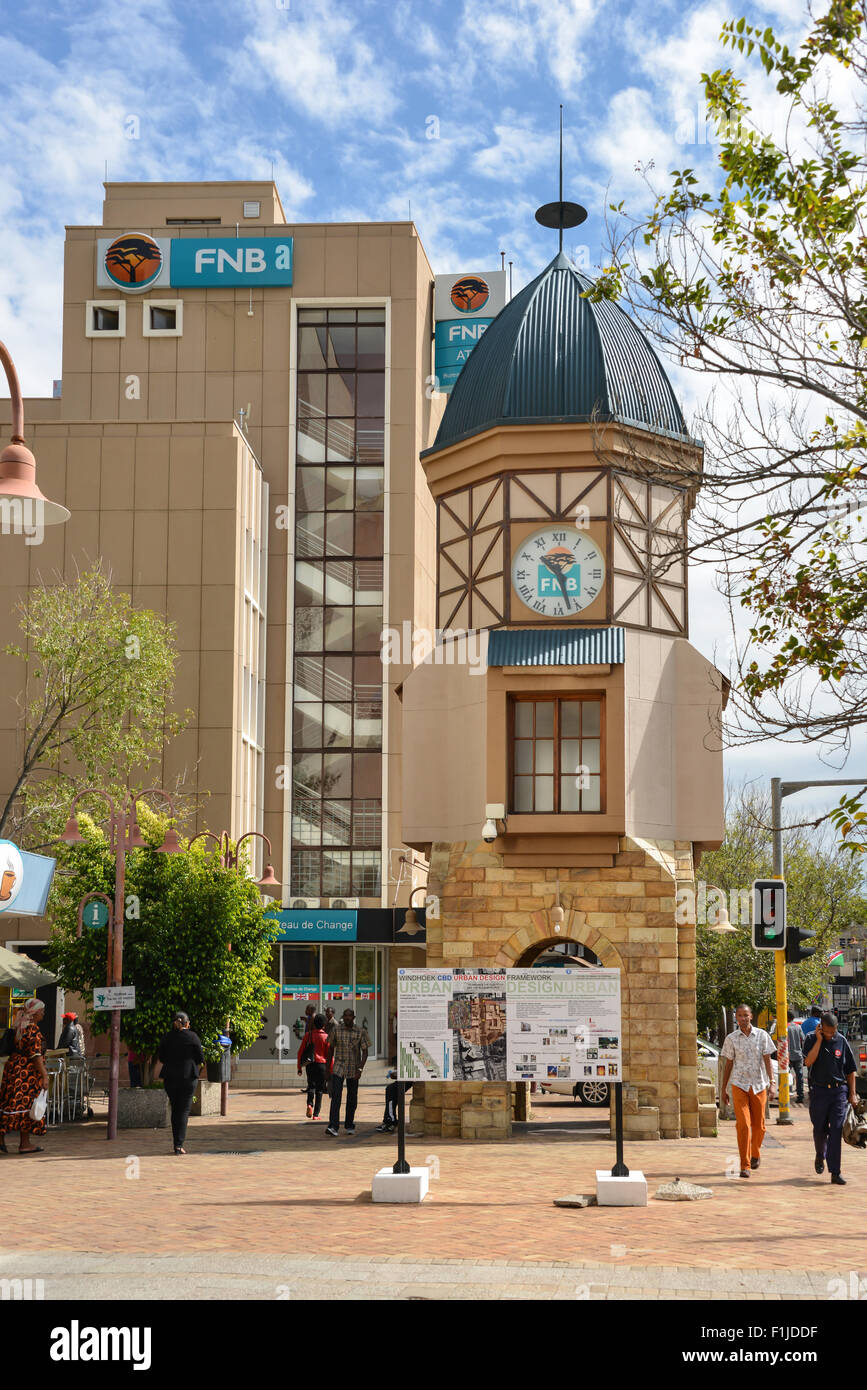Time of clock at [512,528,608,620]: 10:27
